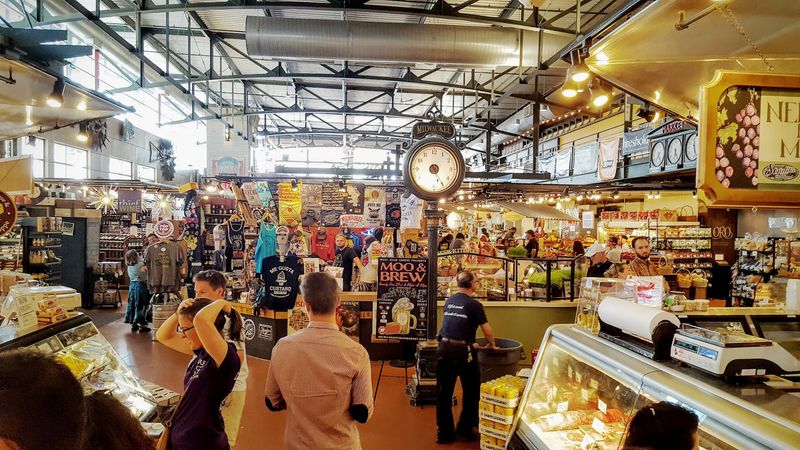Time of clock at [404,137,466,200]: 5:25
